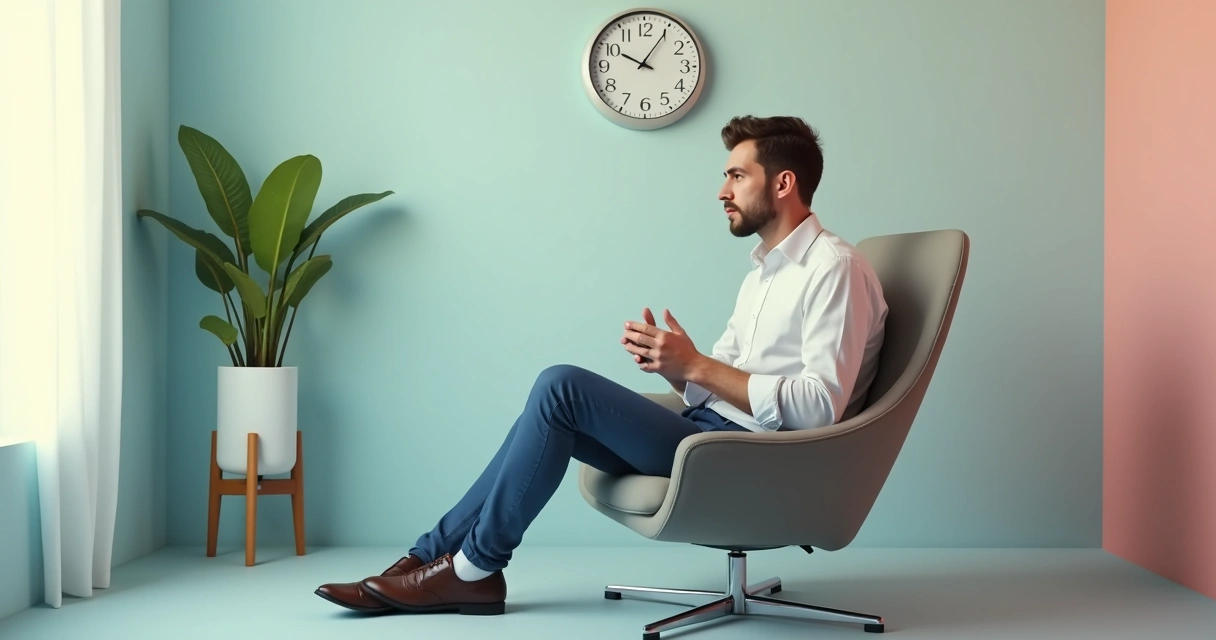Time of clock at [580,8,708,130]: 10:05
